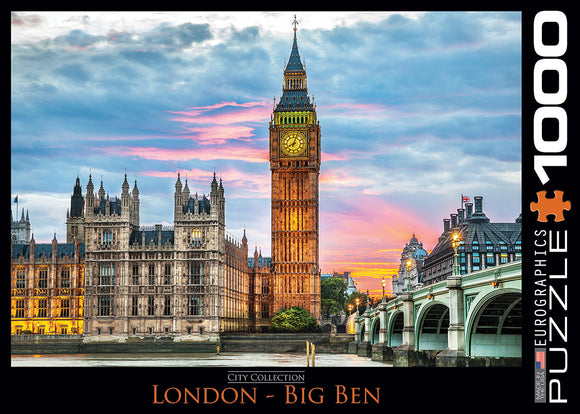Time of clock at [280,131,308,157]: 8:03
